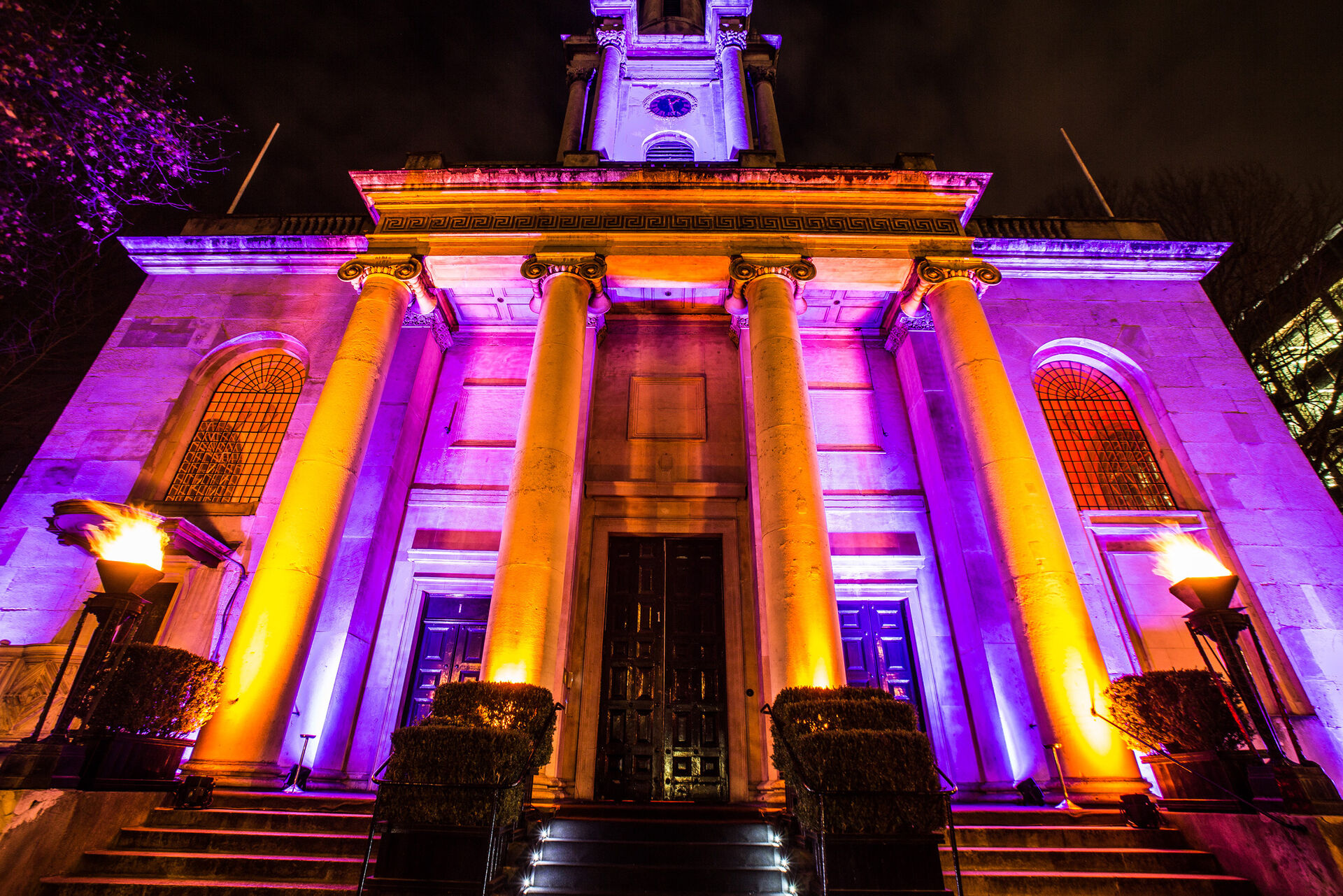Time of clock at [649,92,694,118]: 1:27
